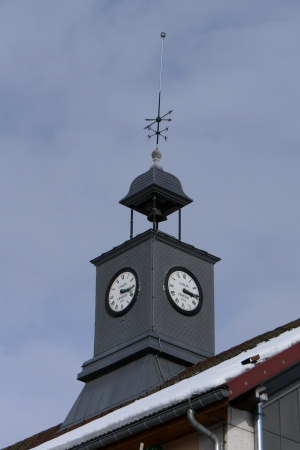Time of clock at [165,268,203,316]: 3:15
